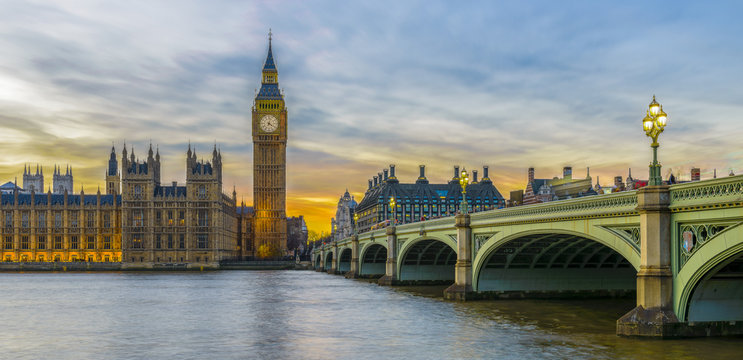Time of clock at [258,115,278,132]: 4:02
